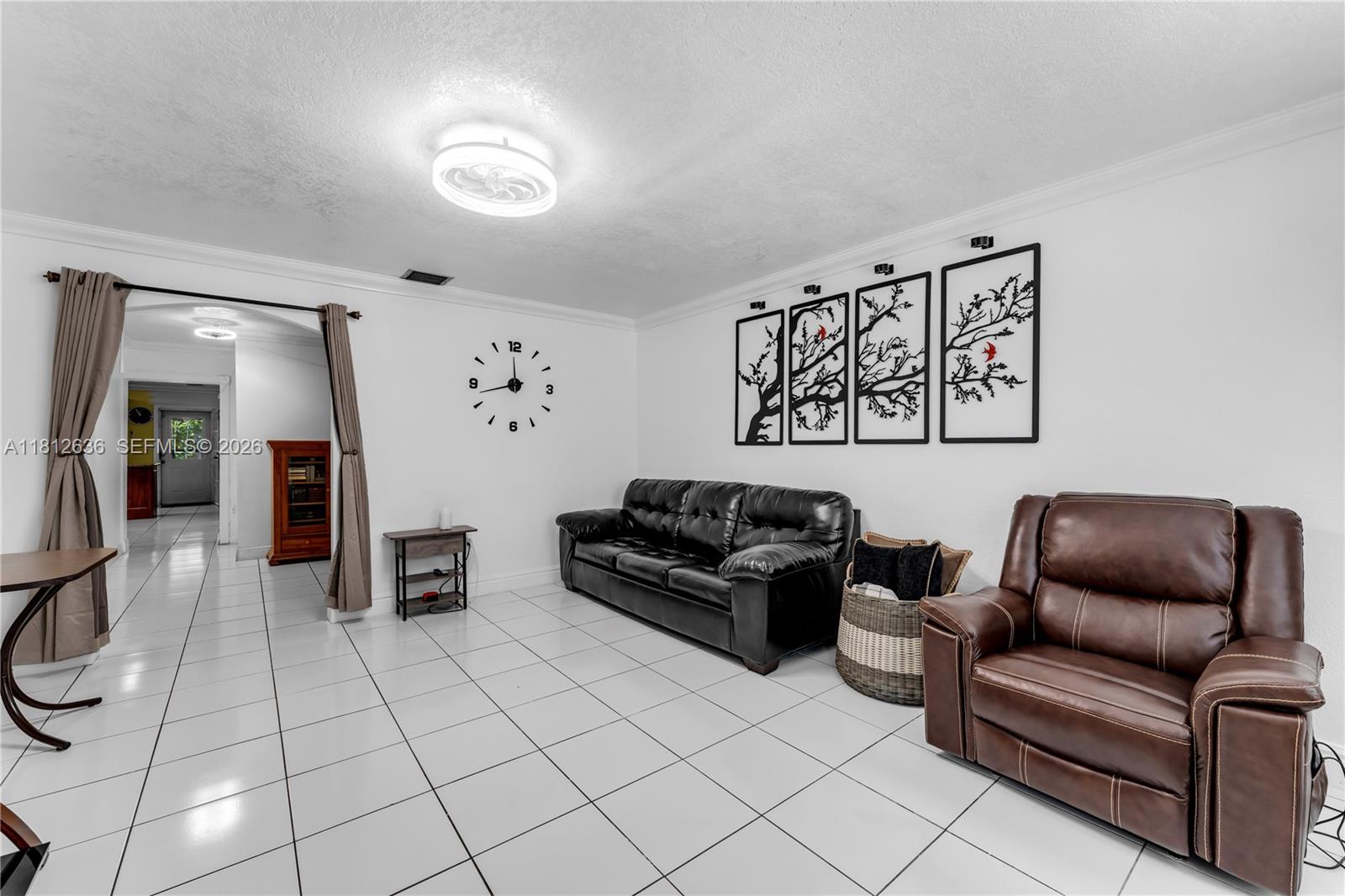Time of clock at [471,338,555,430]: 11:42
